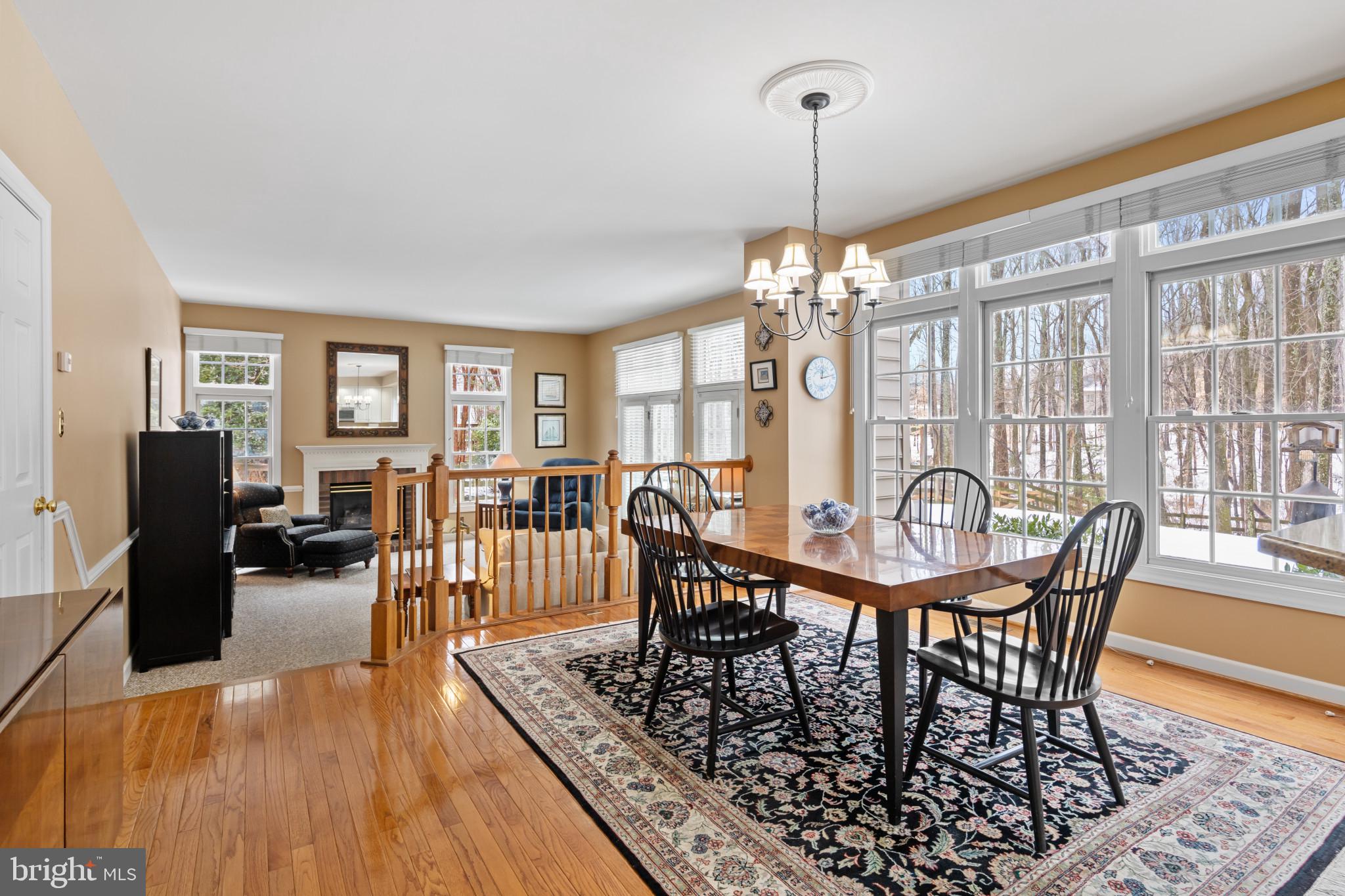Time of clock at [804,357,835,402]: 12:13
